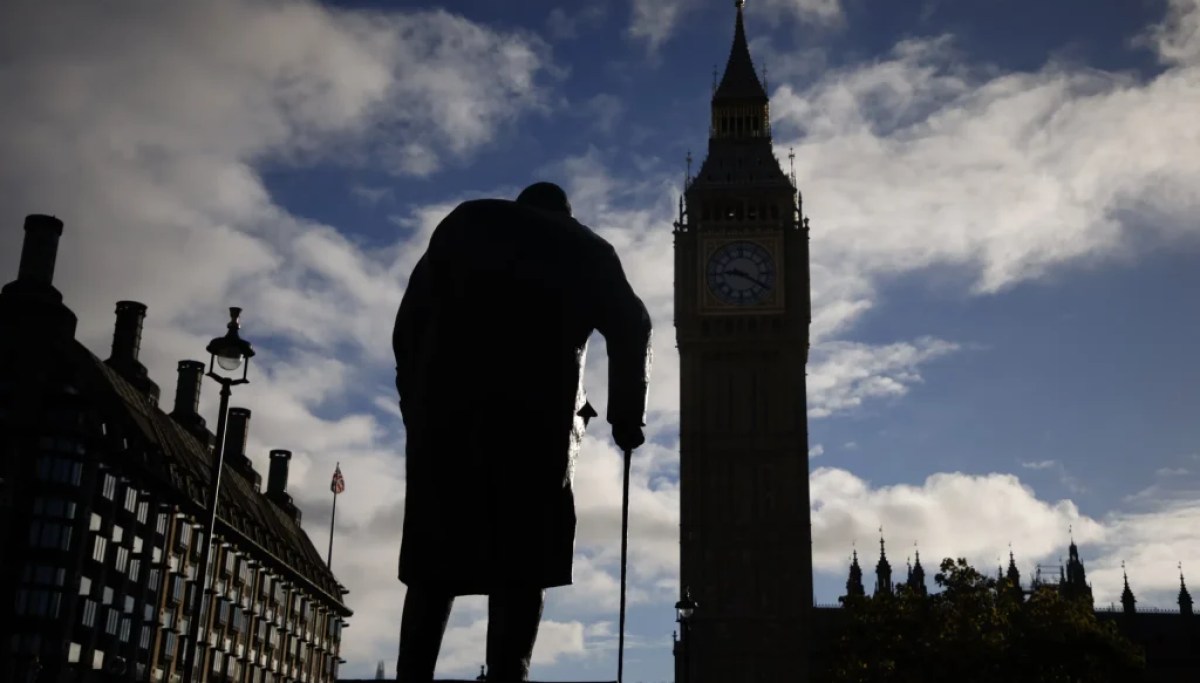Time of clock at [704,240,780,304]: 9:20
